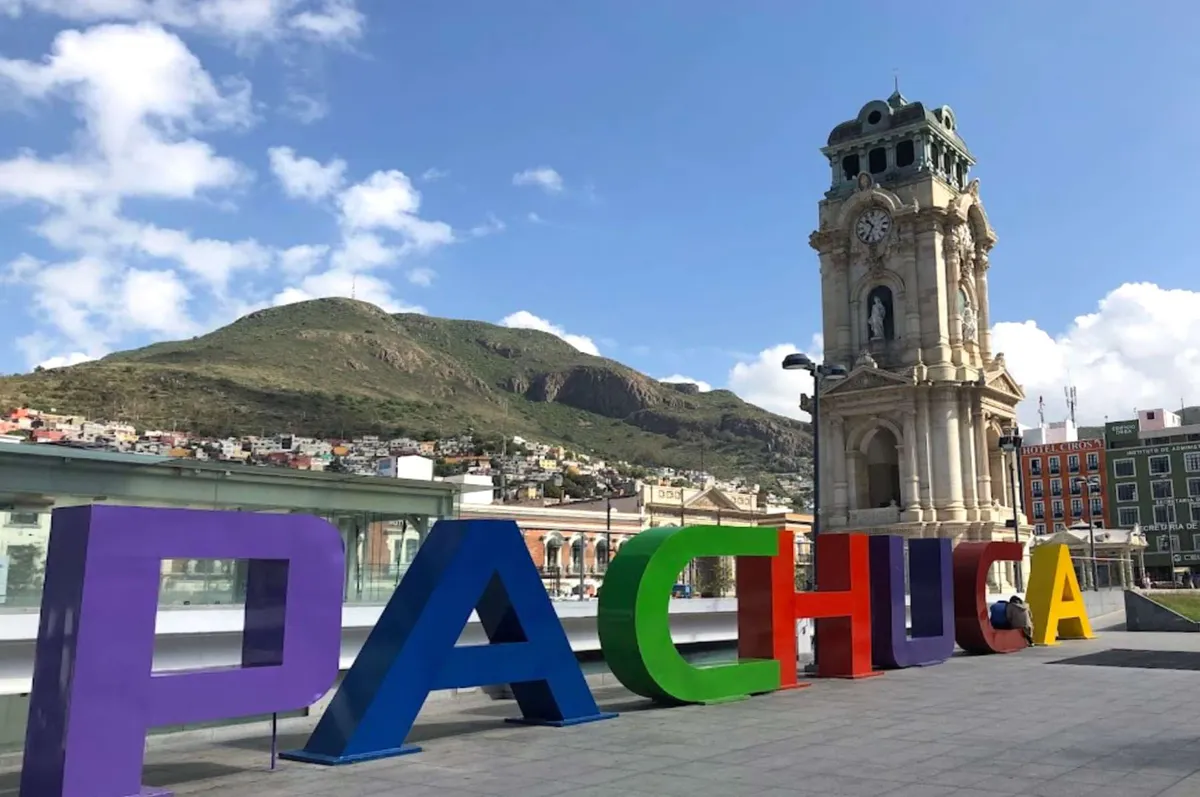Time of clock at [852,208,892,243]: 10:34
